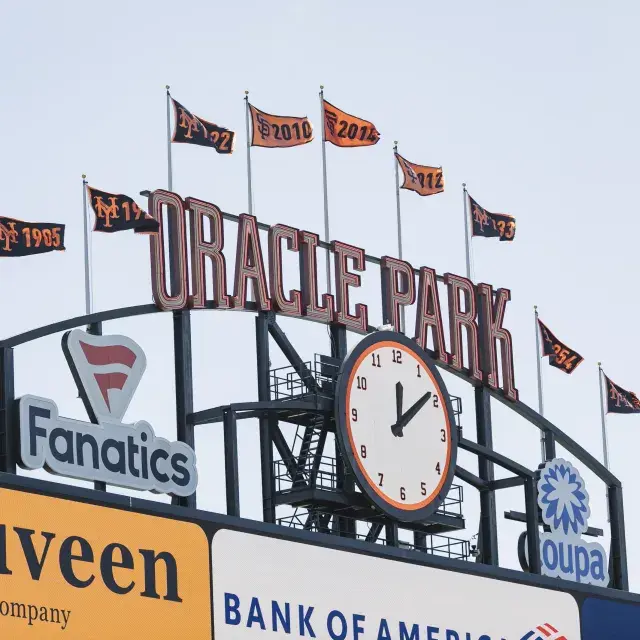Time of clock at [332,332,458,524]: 12:08
